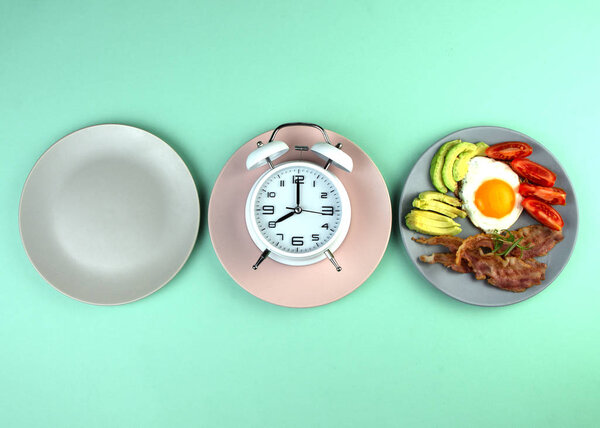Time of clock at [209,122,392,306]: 8:00
